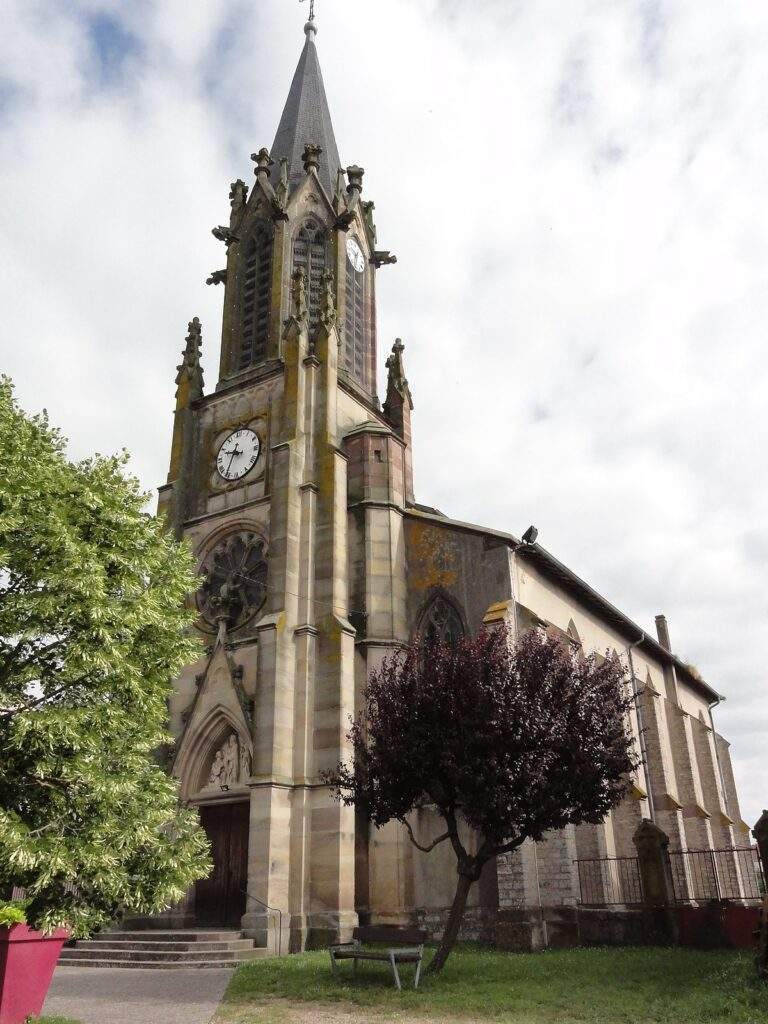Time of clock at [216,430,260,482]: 9:34
